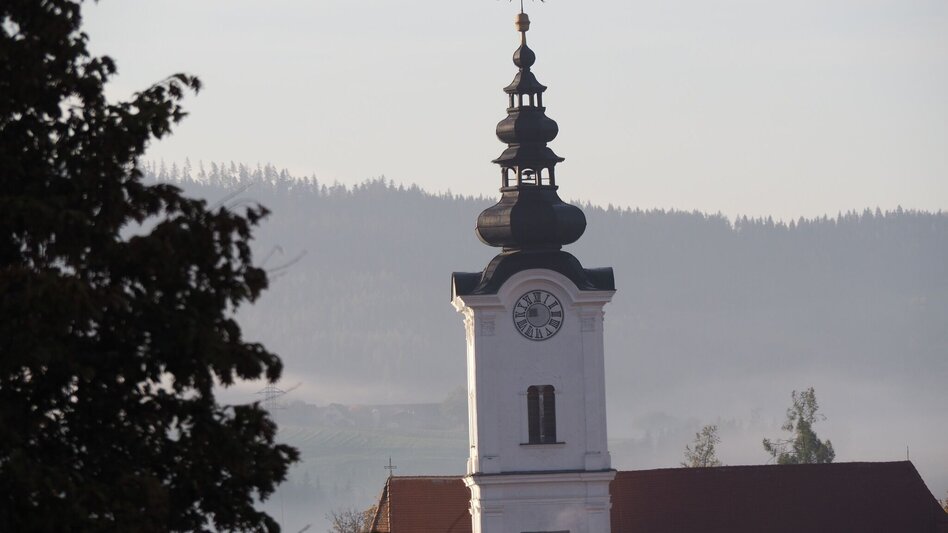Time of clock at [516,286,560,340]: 8:49
